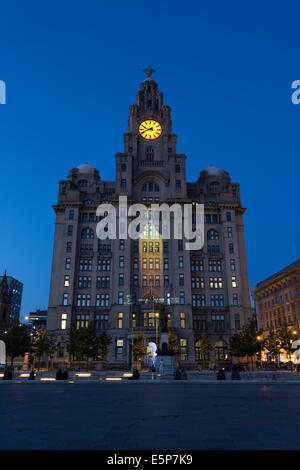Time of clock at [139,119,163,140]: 9:42
